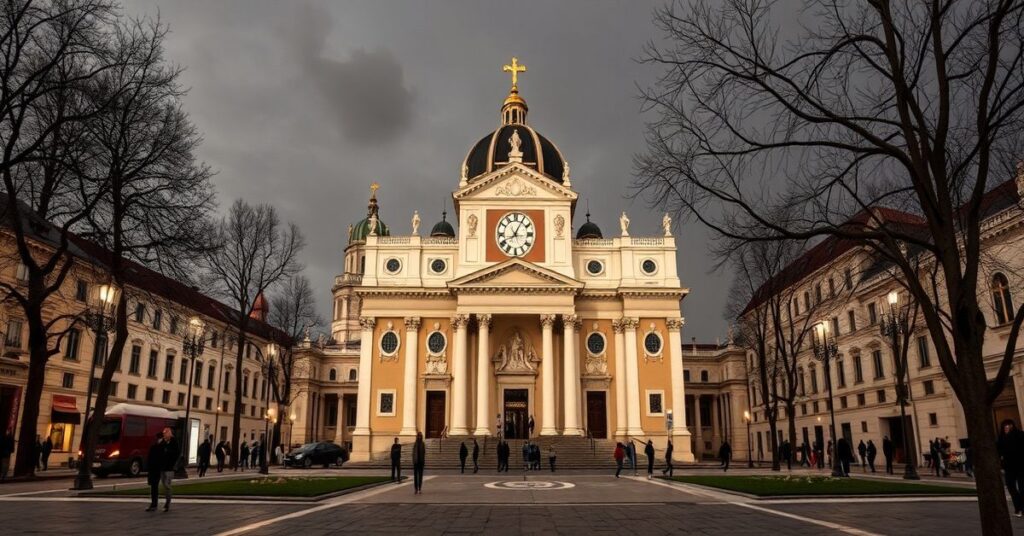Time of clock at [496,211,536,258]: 8:04
